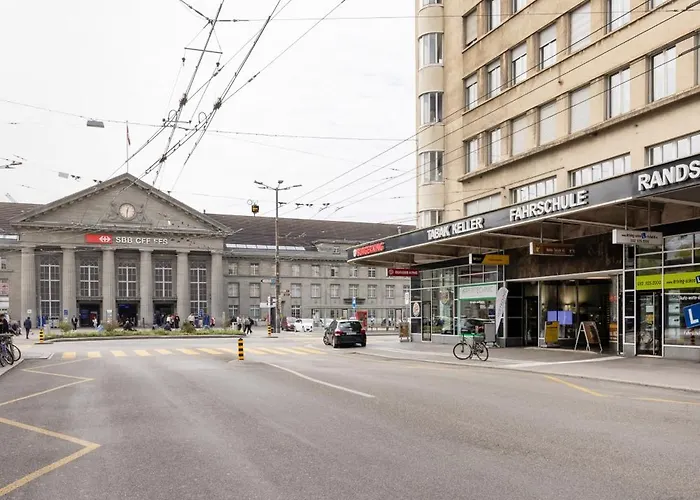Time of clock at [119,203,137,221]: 12:30
